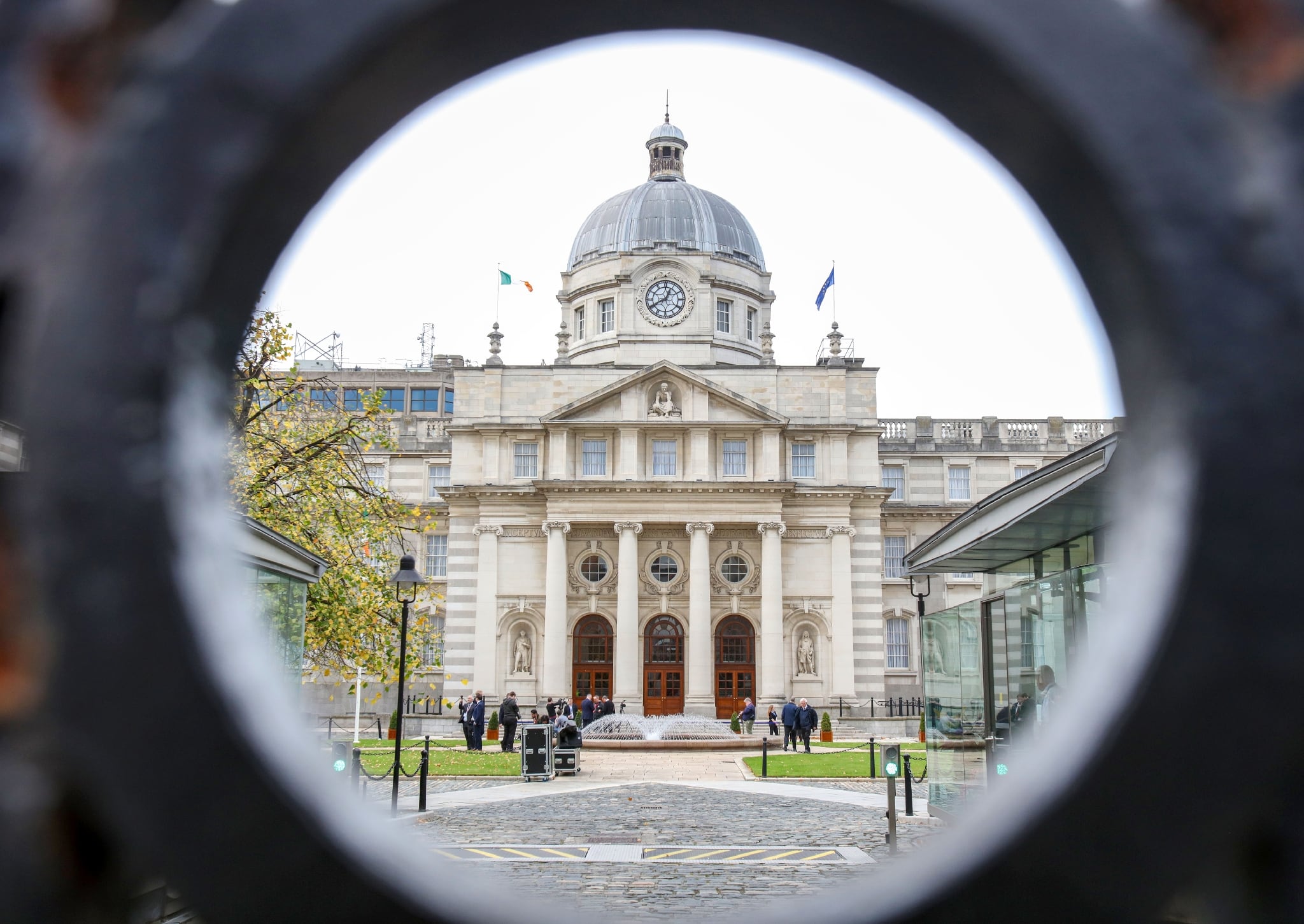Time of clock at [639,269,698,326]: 12:40
